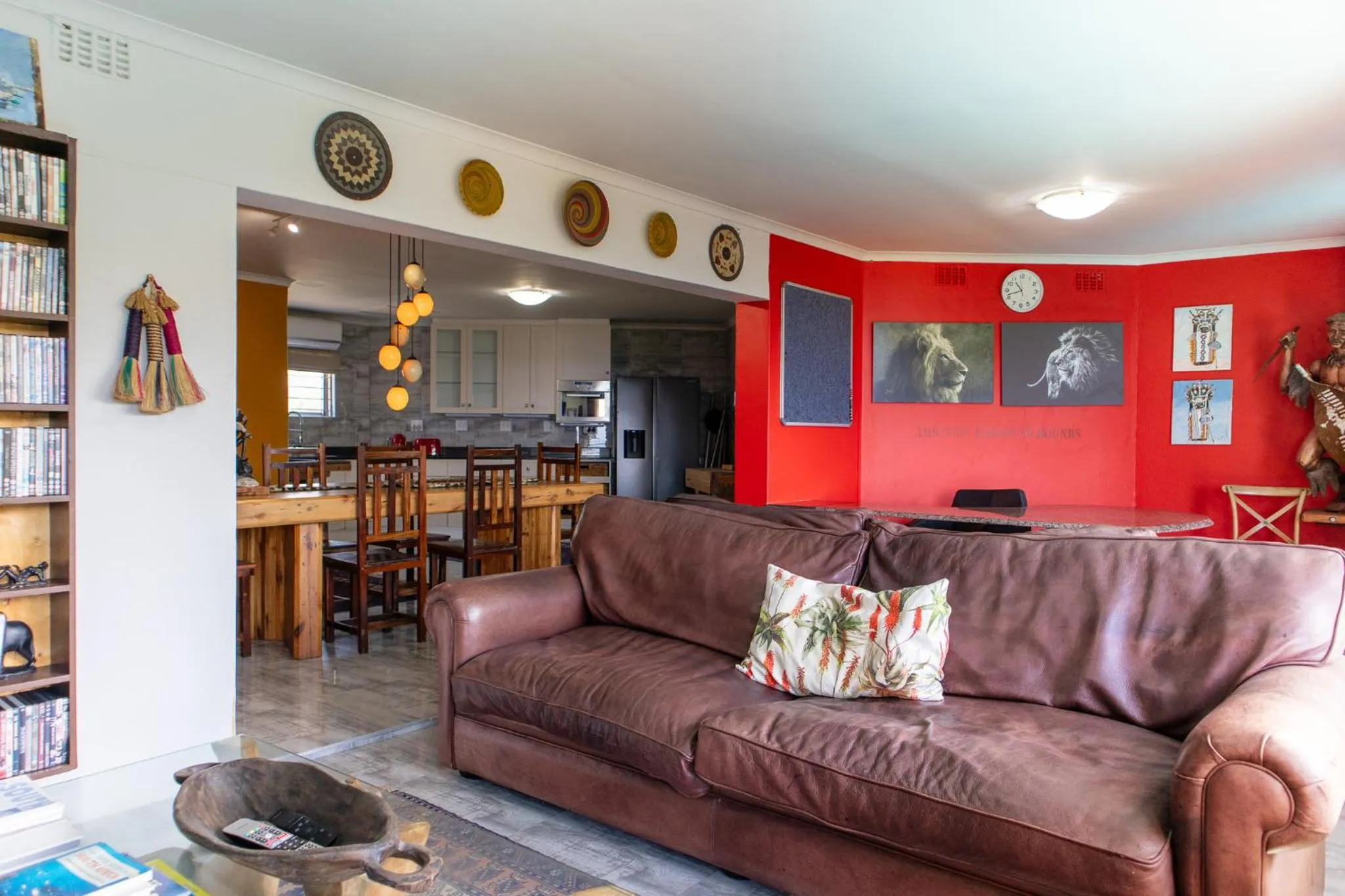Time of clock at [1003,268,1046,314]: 10:42
